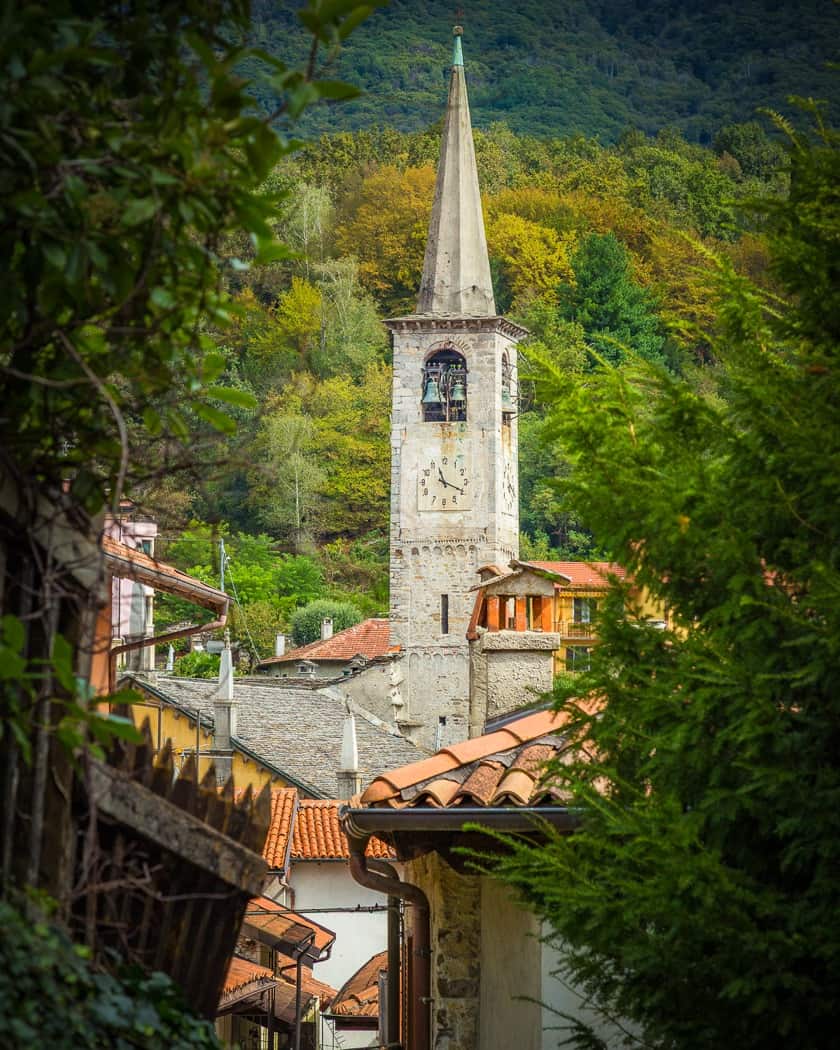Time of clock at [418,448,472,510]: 11:19
